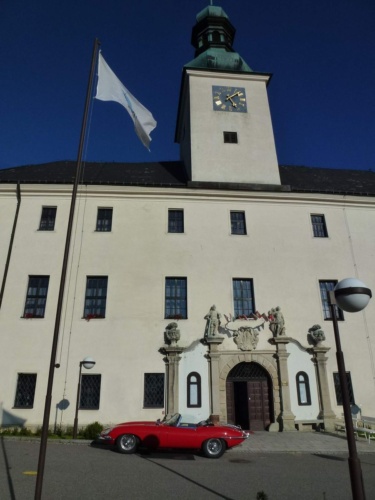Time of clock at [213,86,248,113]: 5:08
